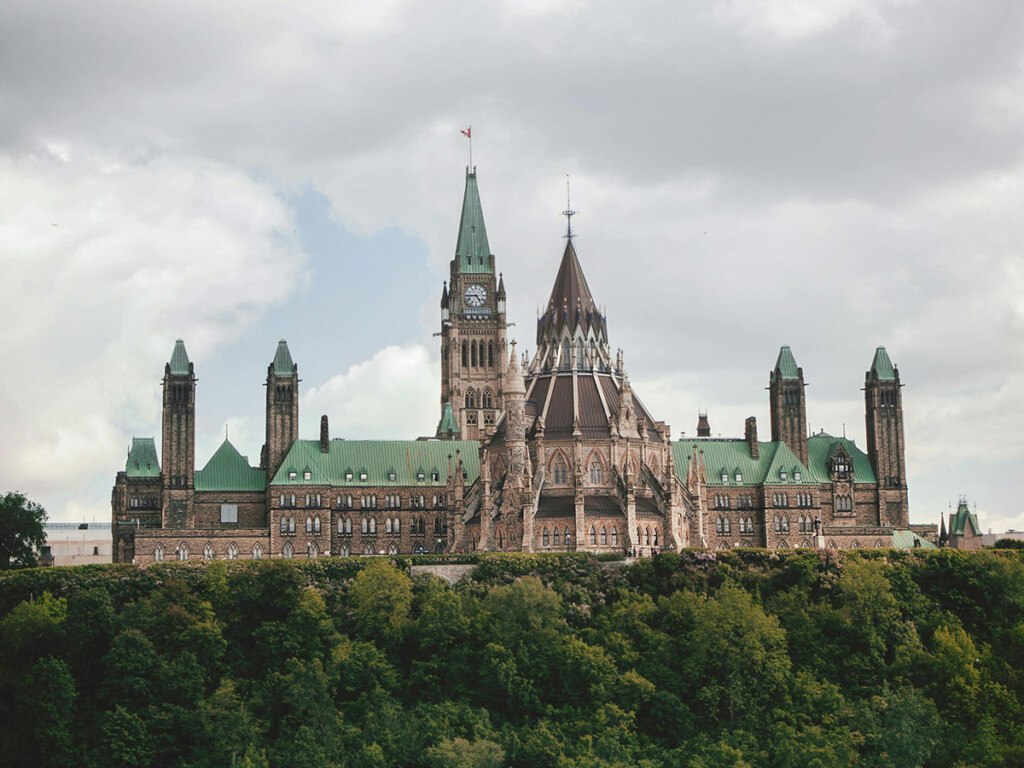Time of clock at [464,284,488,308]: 4:44
